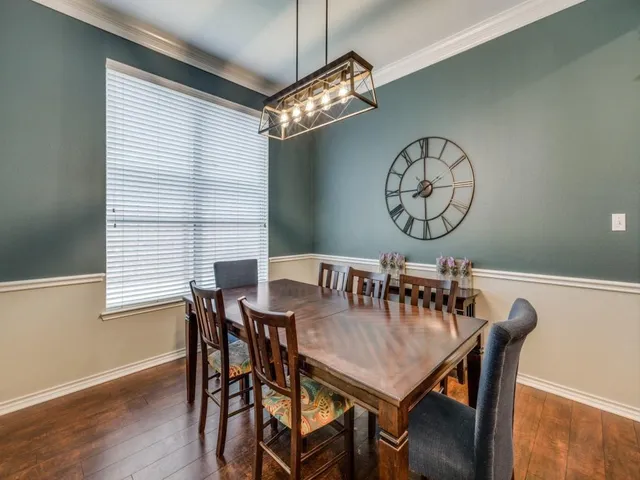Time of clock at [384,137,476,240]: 8:00
